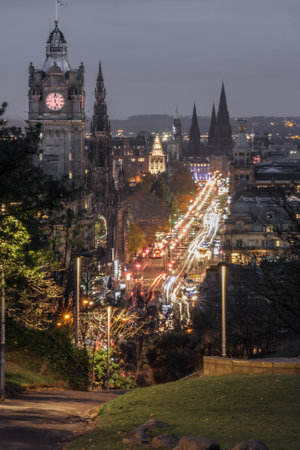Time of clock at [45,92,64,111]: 4:59
